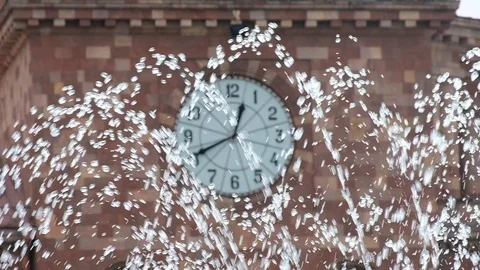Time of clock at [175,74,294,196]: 12:41
